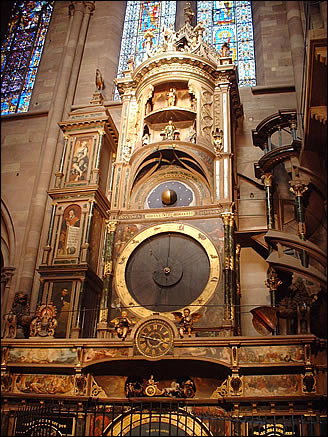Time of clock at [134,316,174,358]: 3:46
